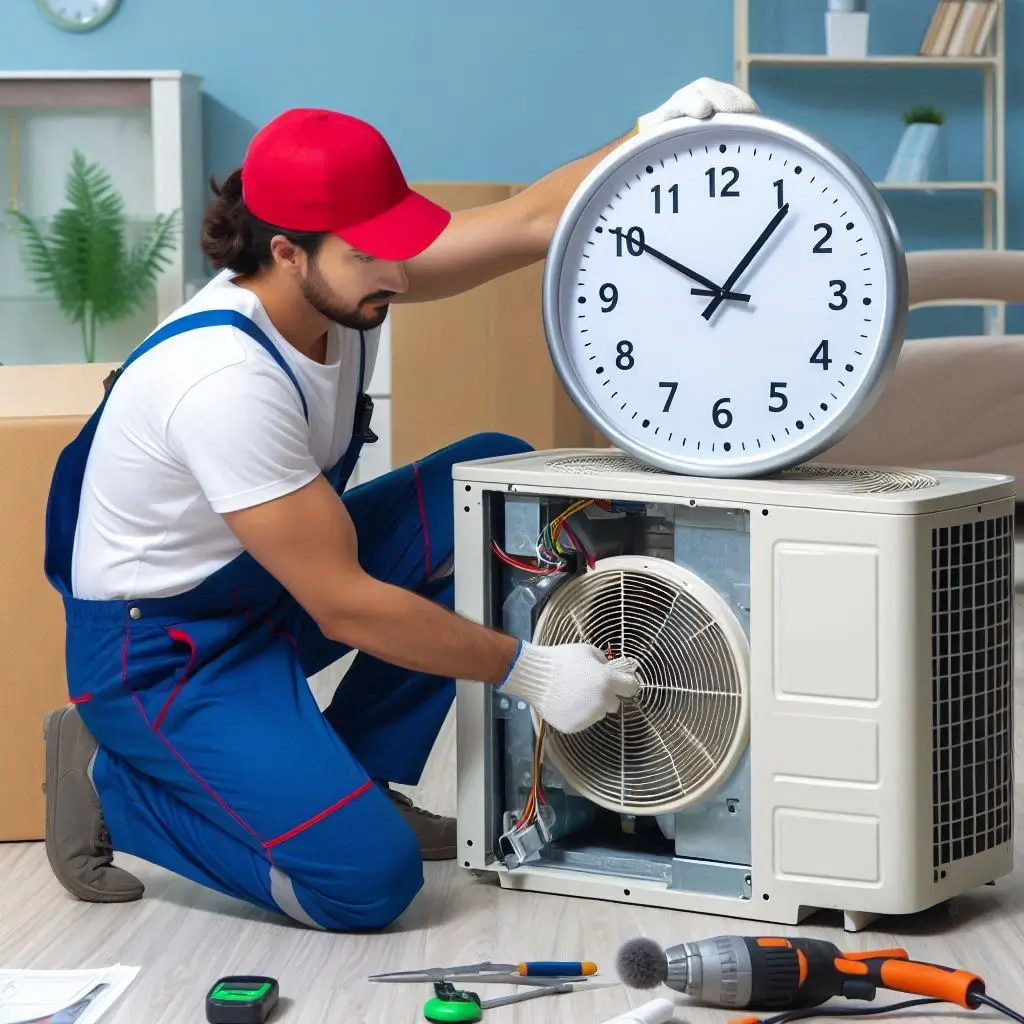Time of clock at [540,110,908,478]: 10:06
